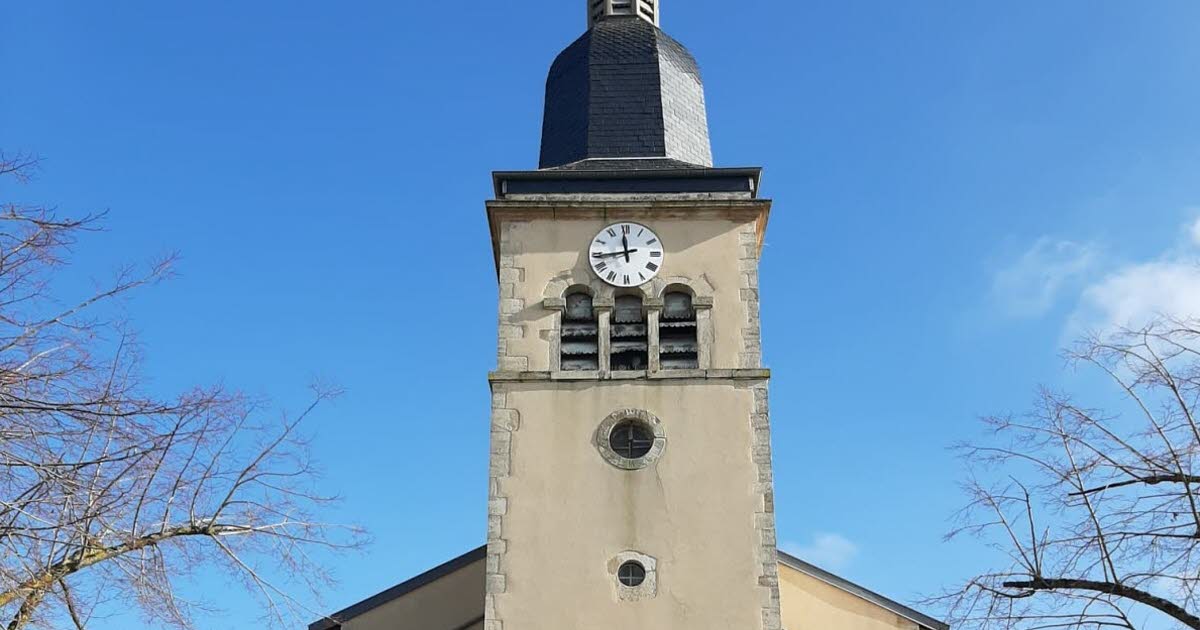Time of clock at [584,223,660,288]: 11:43
